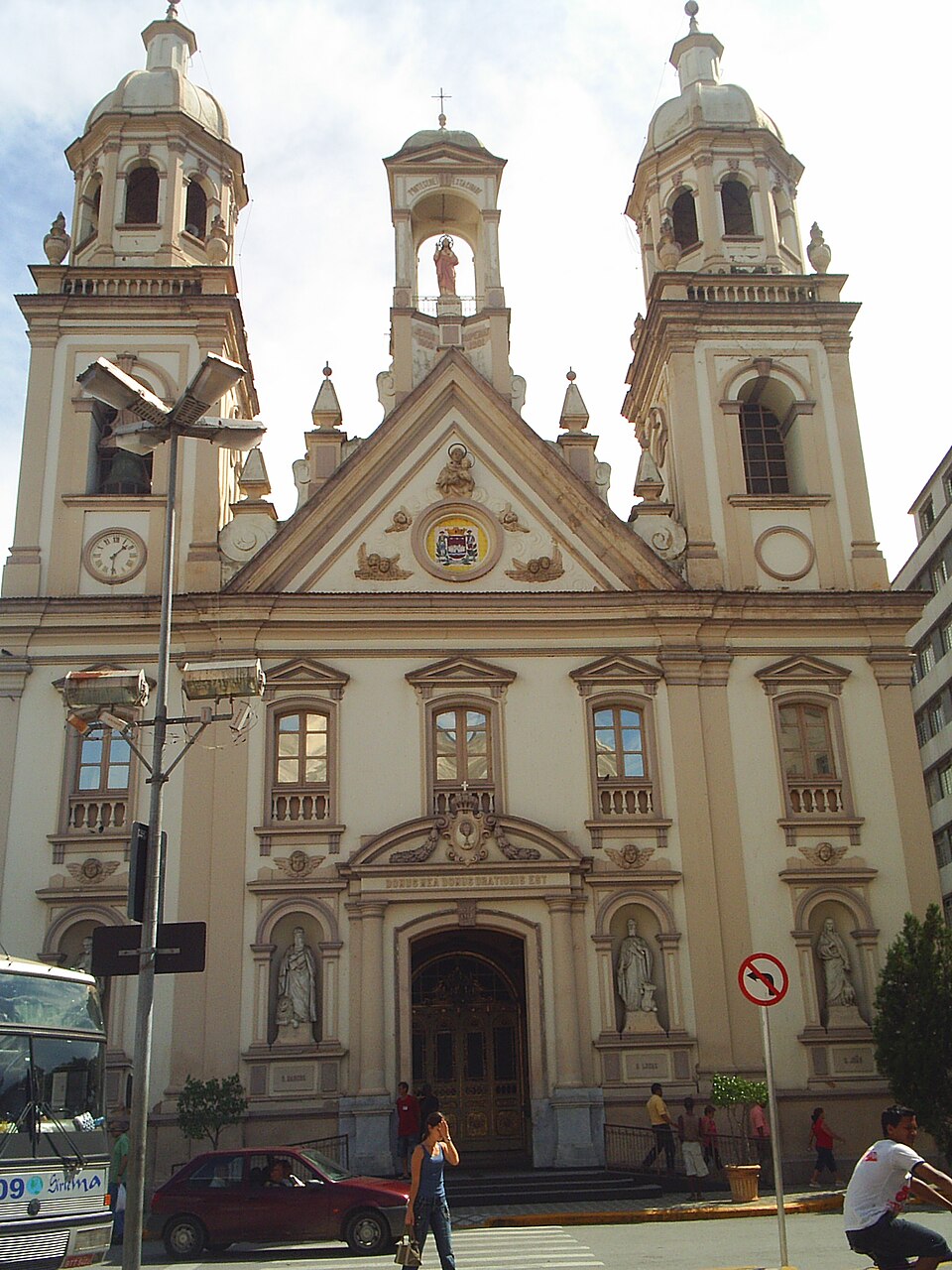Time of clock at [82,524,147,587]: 1:30
